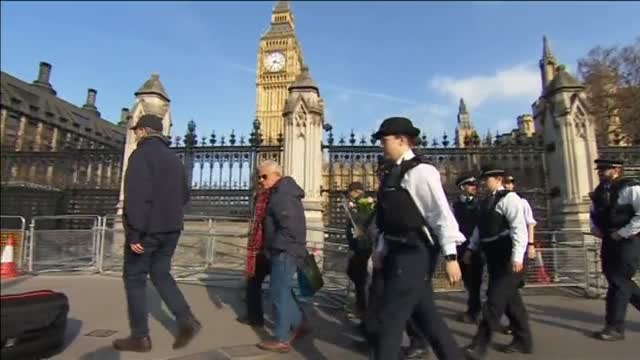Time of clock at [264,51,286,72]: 3:35
